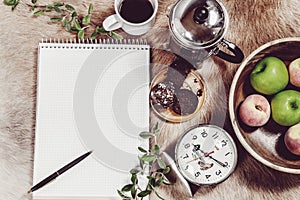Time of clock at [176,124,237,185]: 10:20
